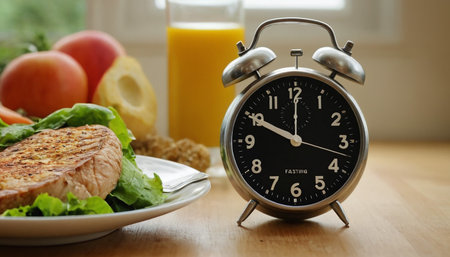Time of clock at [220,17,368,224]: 10:00
